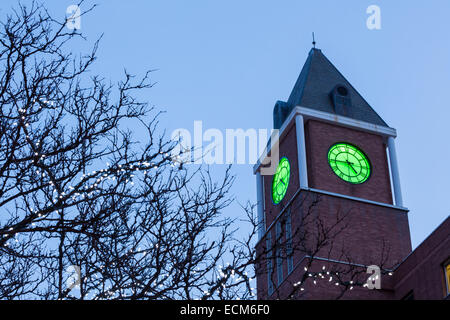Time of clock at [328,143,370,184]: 4:44
